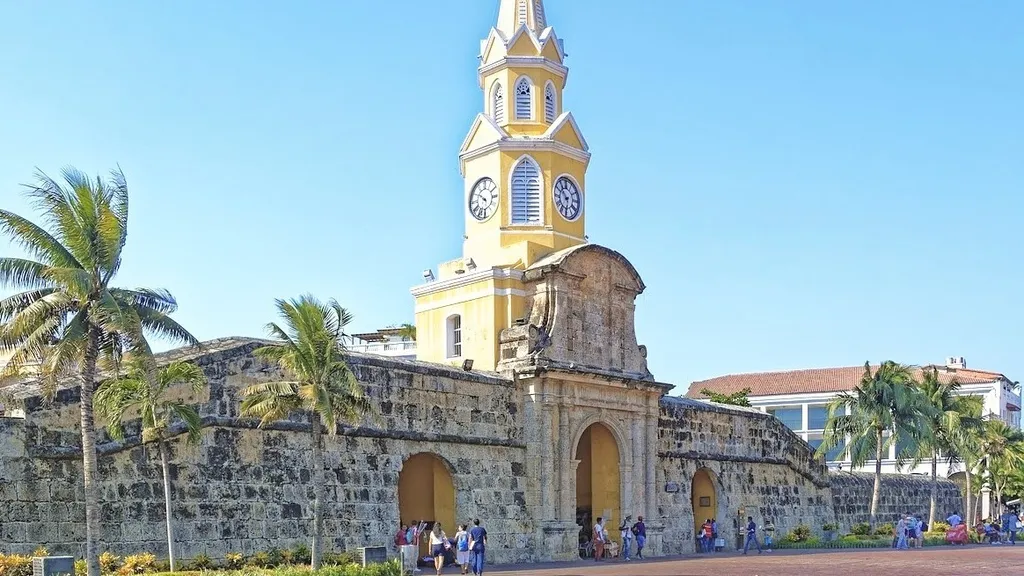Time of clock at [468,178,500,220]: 4:50
